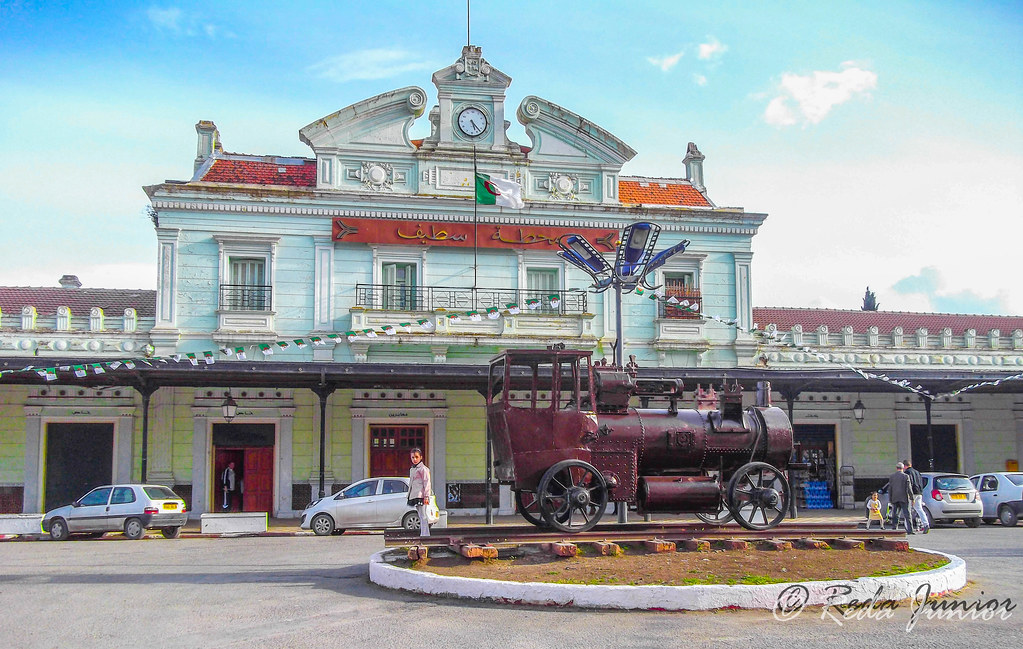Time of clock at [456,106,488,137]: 5:22
